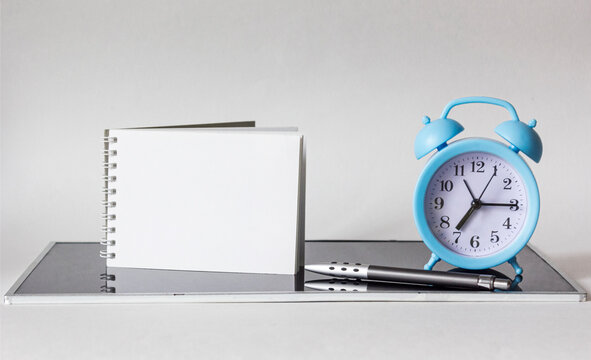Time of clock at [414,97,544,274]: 7:15
